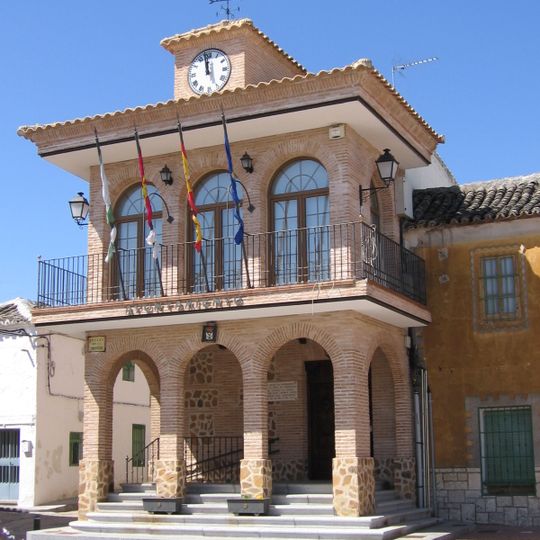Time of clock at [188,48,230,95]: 11:58
